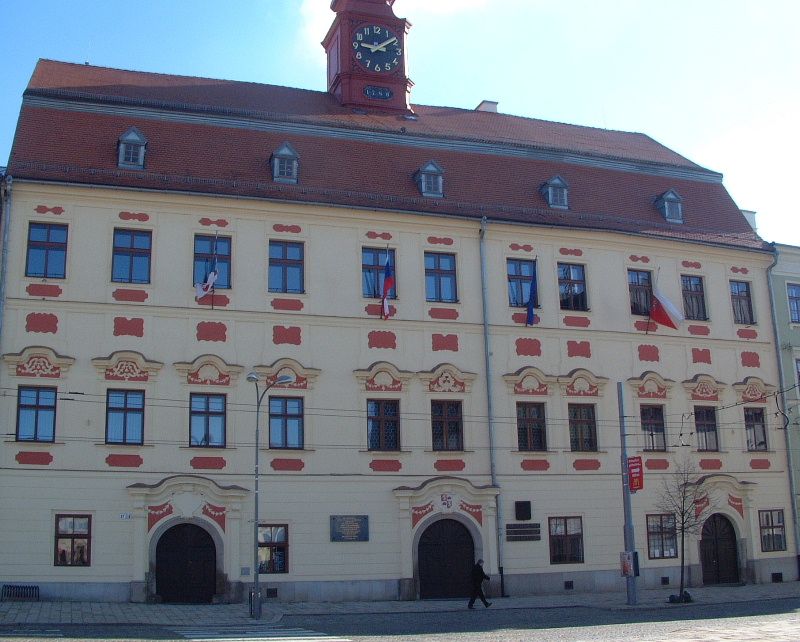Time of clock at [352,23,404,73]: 9:09
